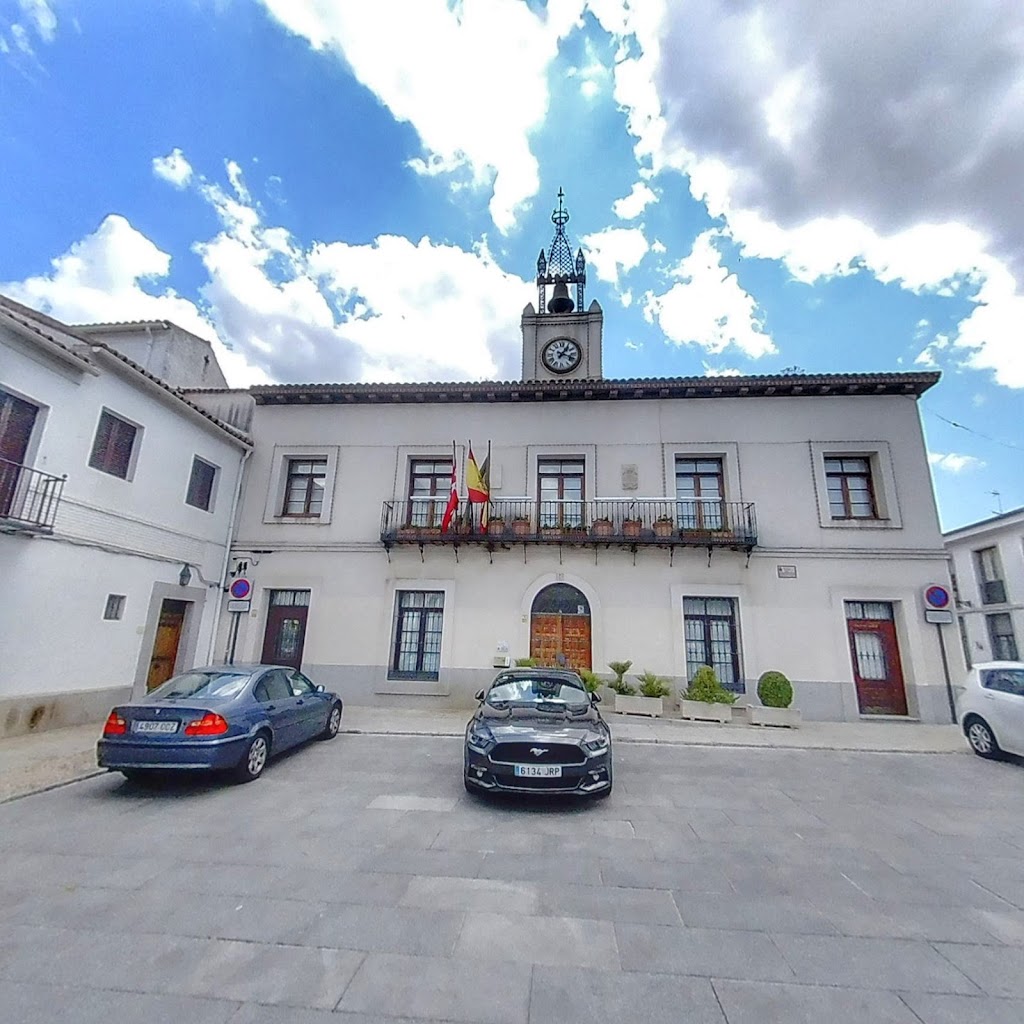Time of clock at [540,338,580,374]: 1:18
